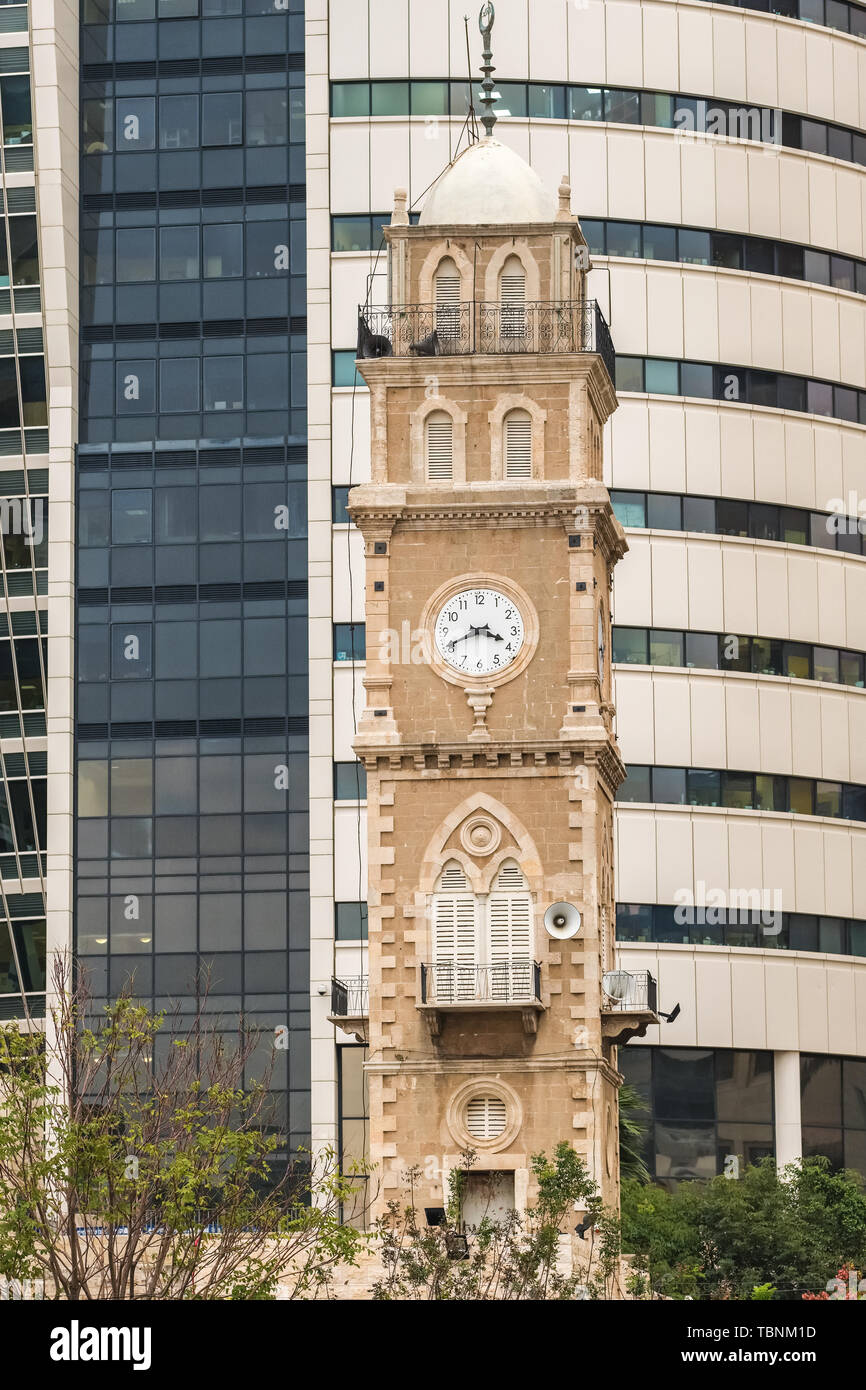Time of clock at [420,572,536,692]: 3:40
